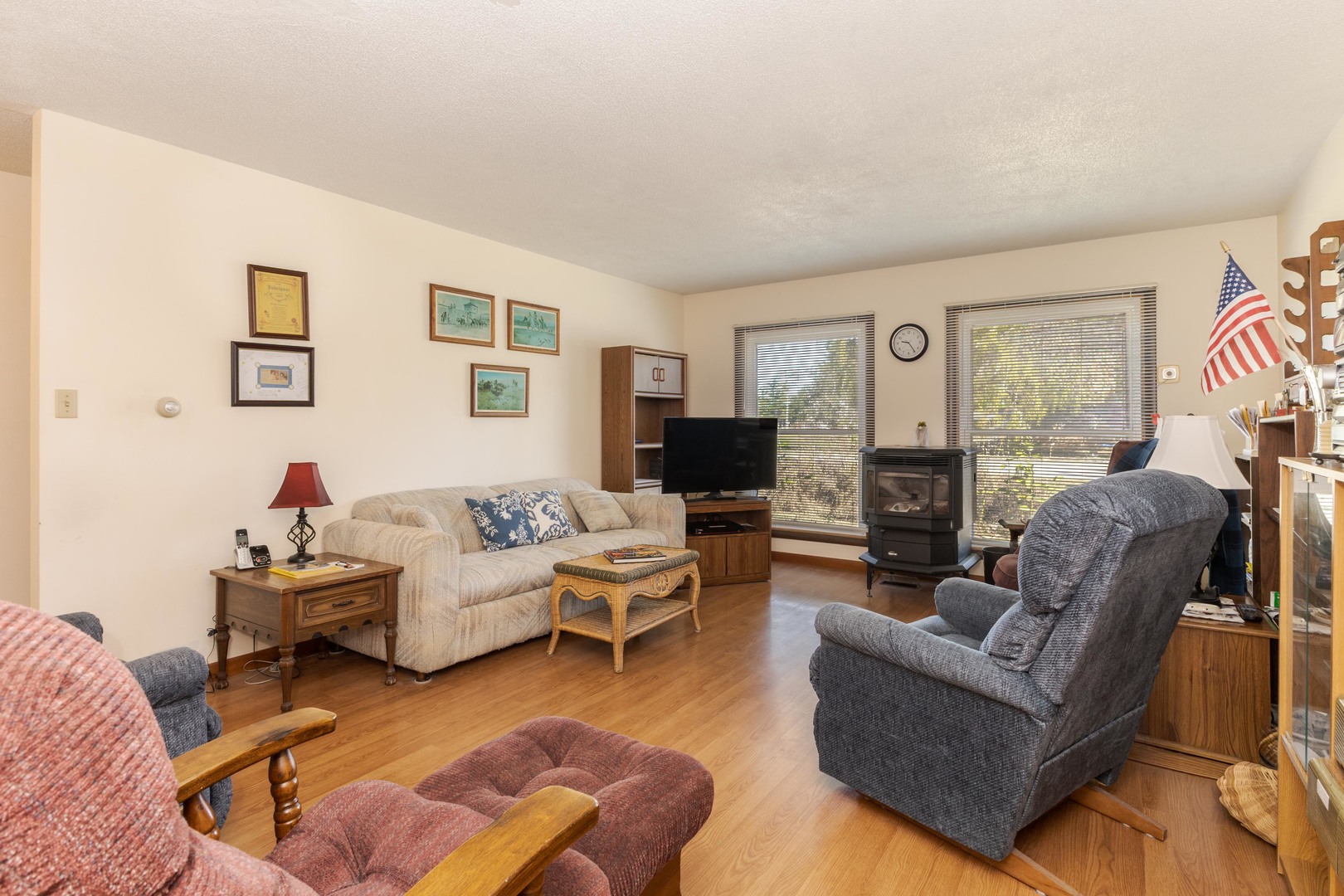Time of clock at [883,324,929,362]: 9:23
